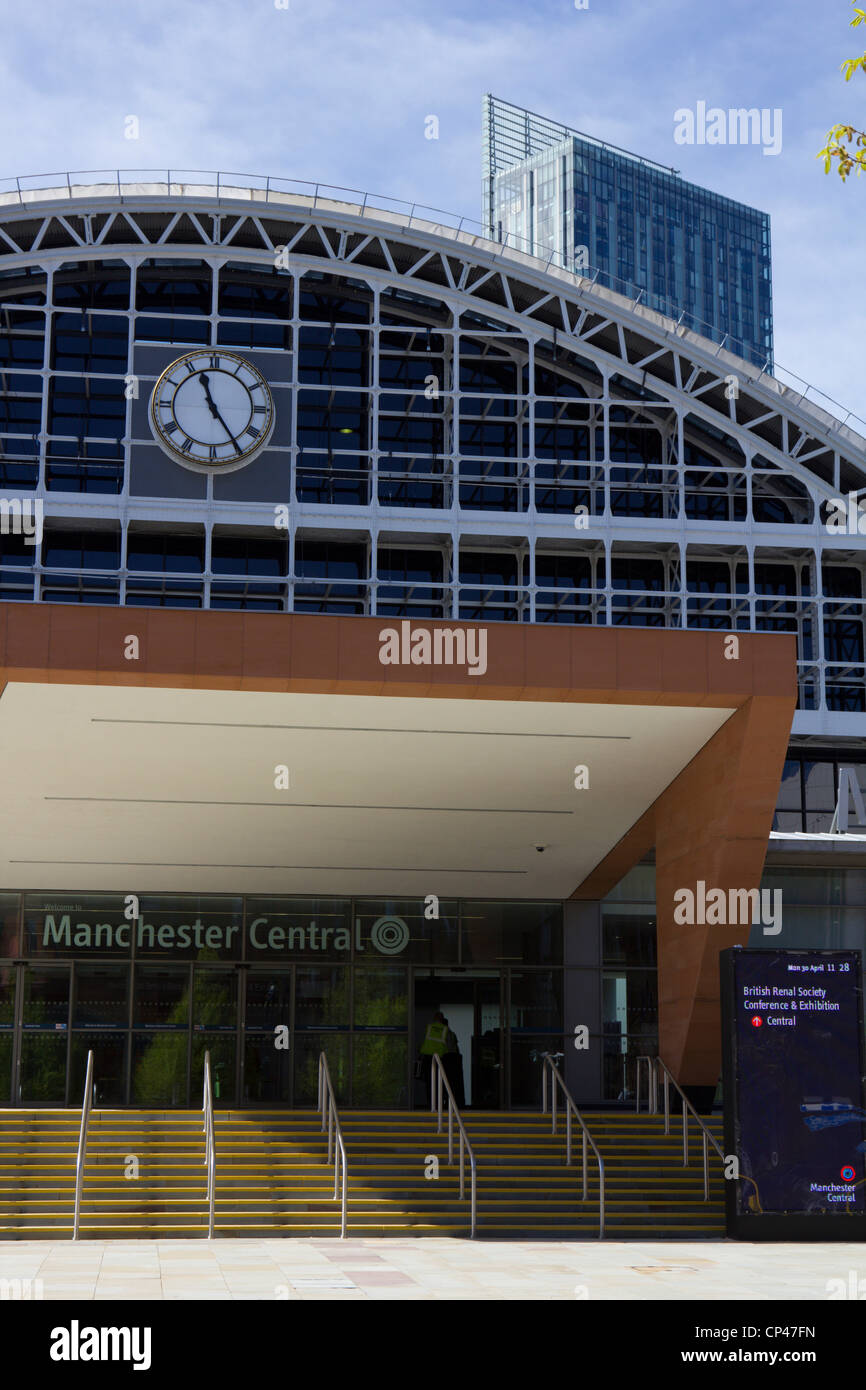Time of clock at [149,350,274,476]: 11:24
